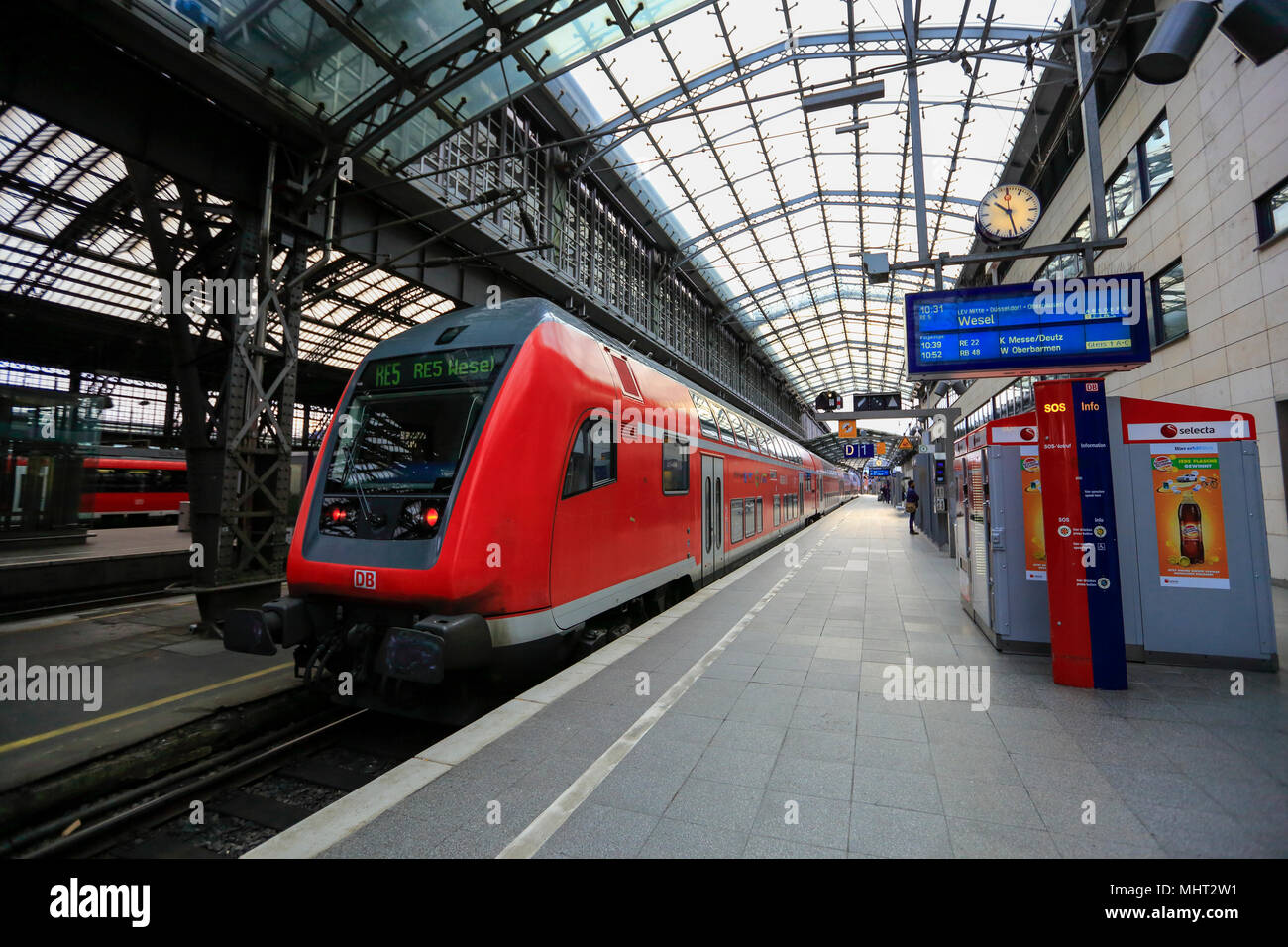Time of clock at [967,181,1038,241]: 10:28
